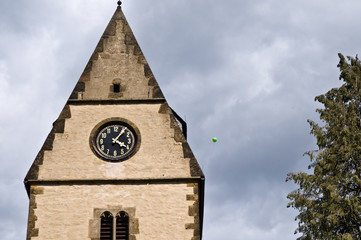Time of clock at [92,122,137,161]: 4:05
